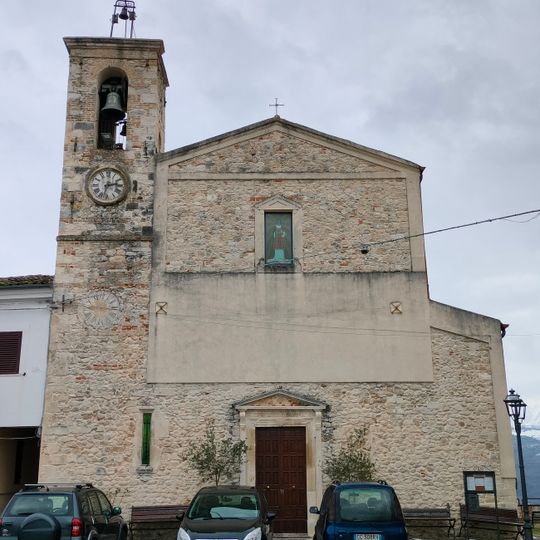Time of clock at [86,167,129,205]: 2:32
